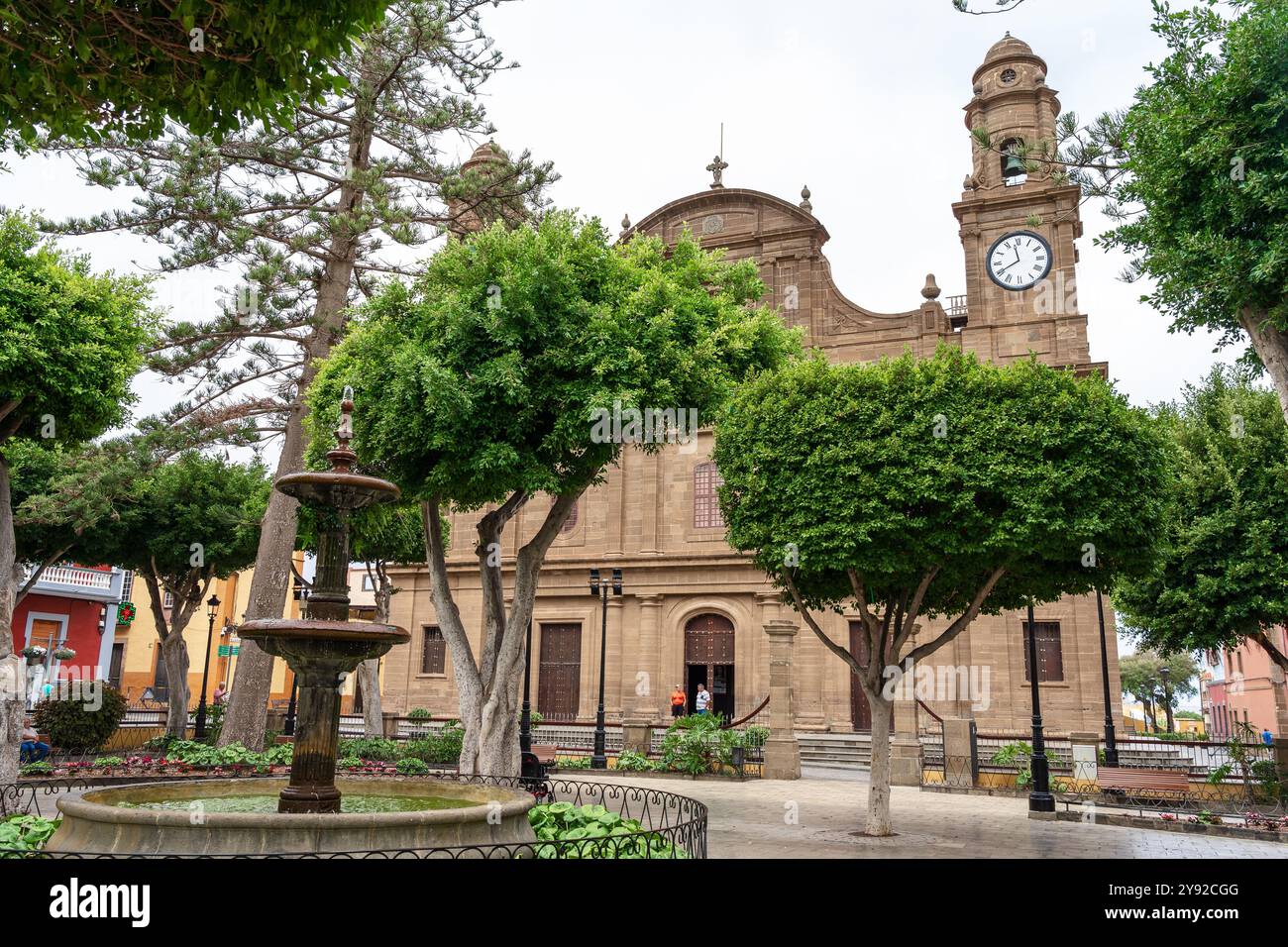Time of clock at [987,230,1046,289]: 11:40
